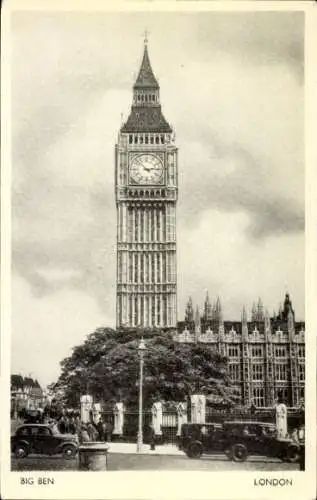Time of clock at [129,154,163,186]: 2:52
